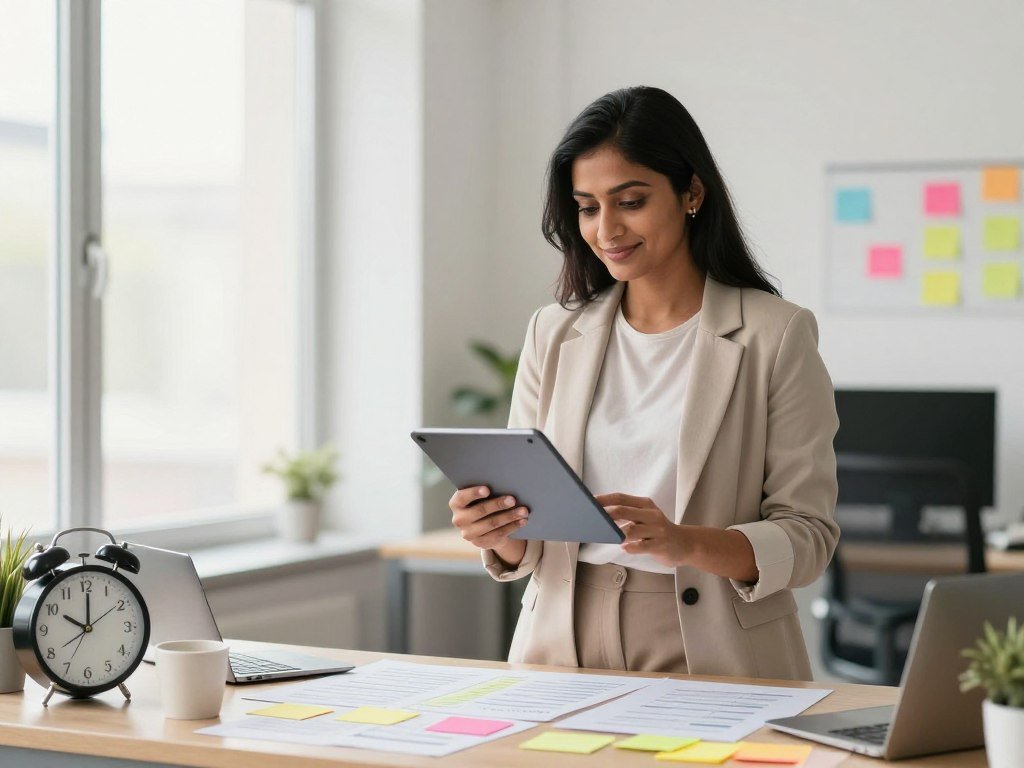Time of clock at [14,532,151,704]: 10:00
